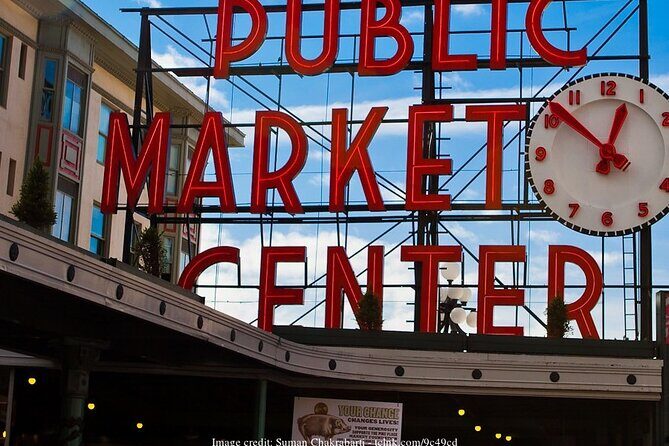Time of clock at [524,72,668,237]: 12:51
